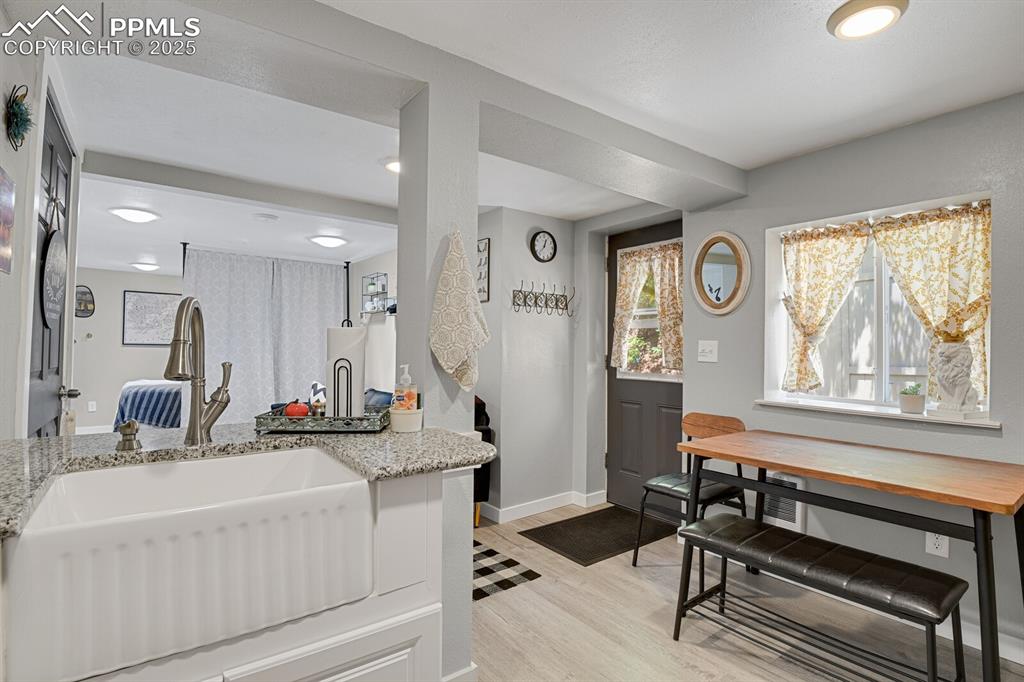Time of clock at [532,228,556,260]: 12:37
